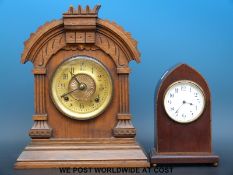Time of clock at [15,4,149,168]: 10:41
